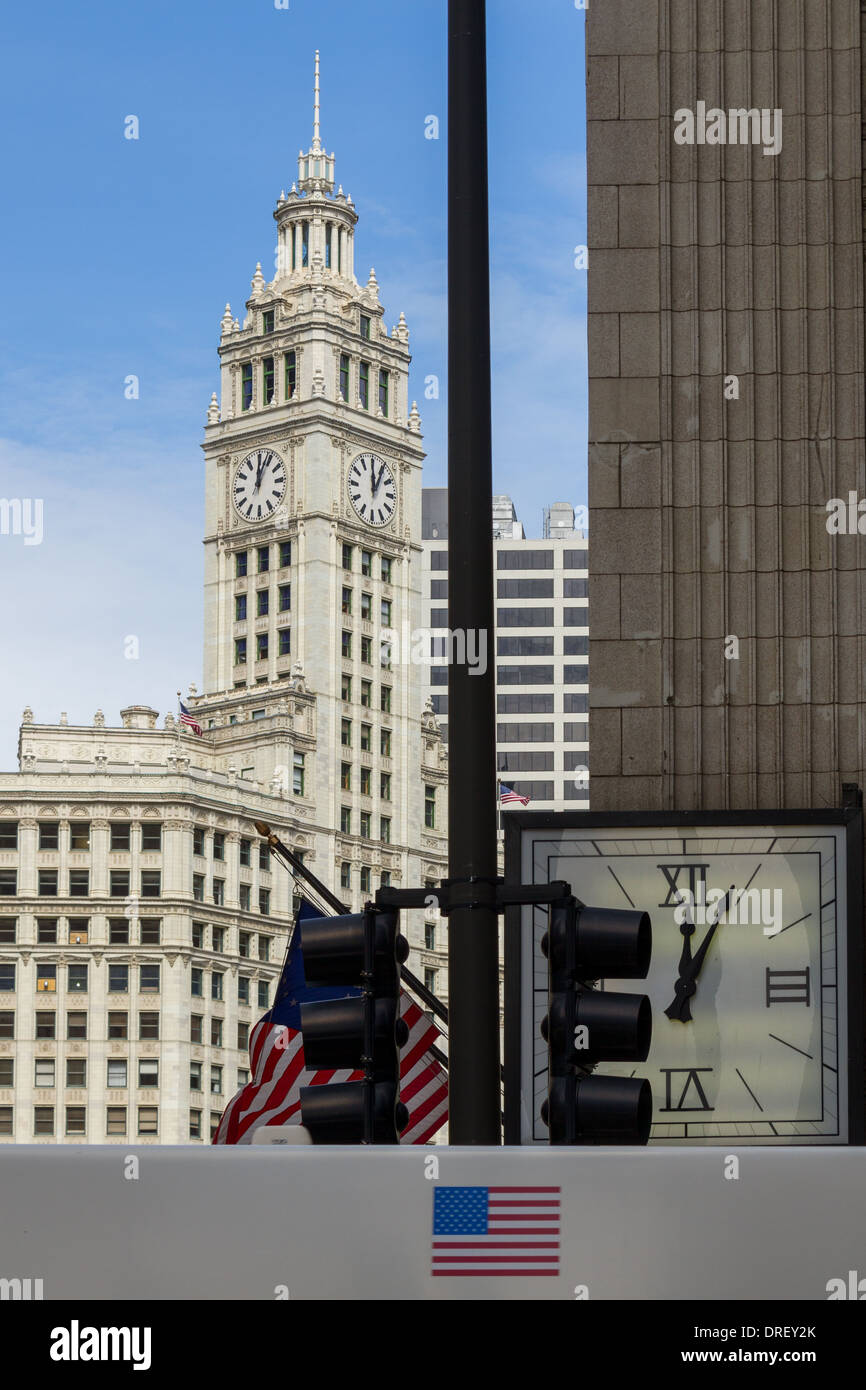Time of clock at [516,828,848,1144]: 12:04
